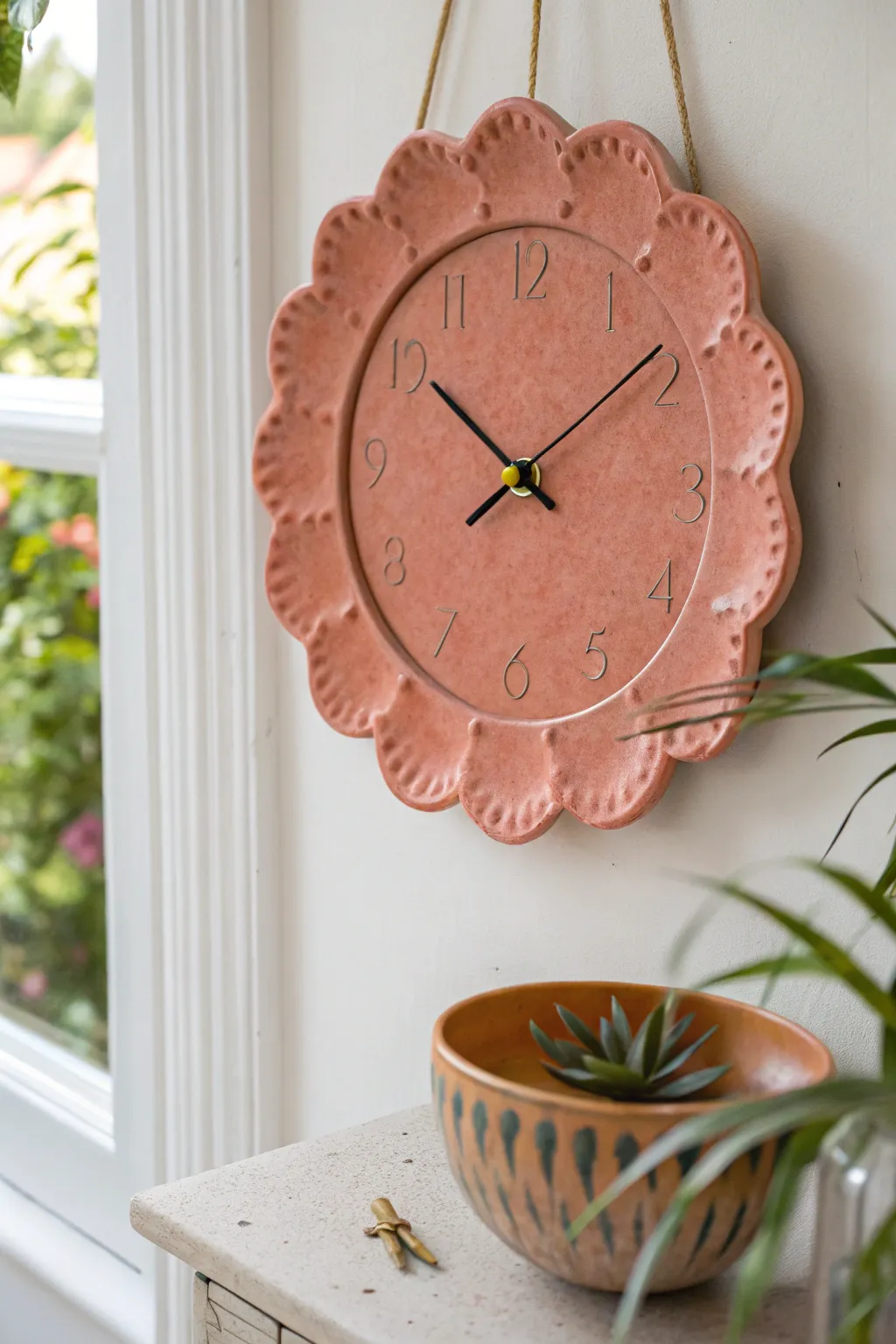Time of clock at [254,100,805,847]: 10:09
